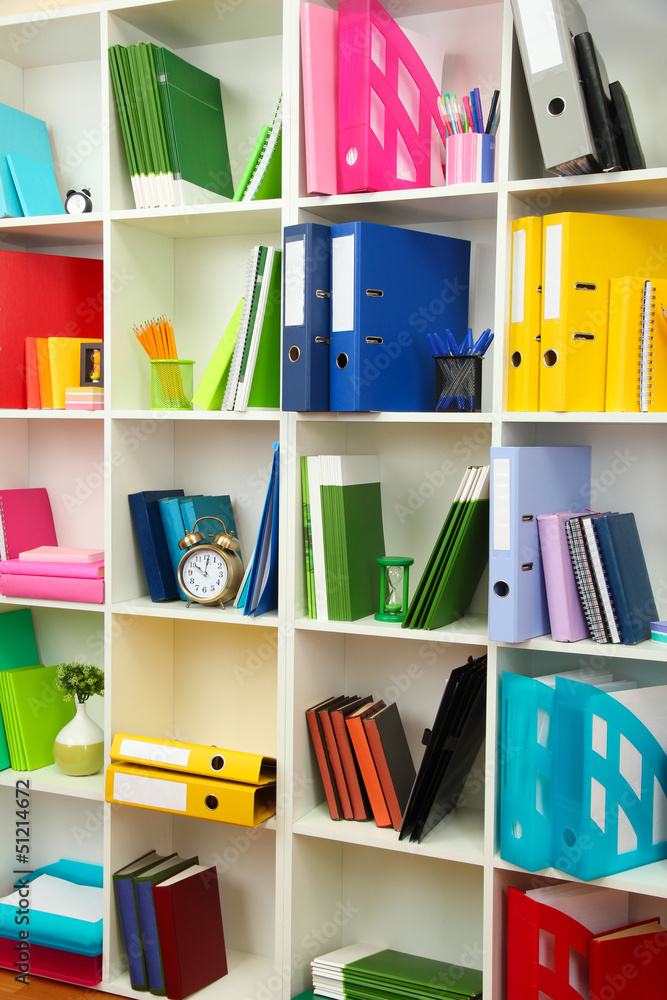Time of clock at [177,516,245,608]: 10:01
